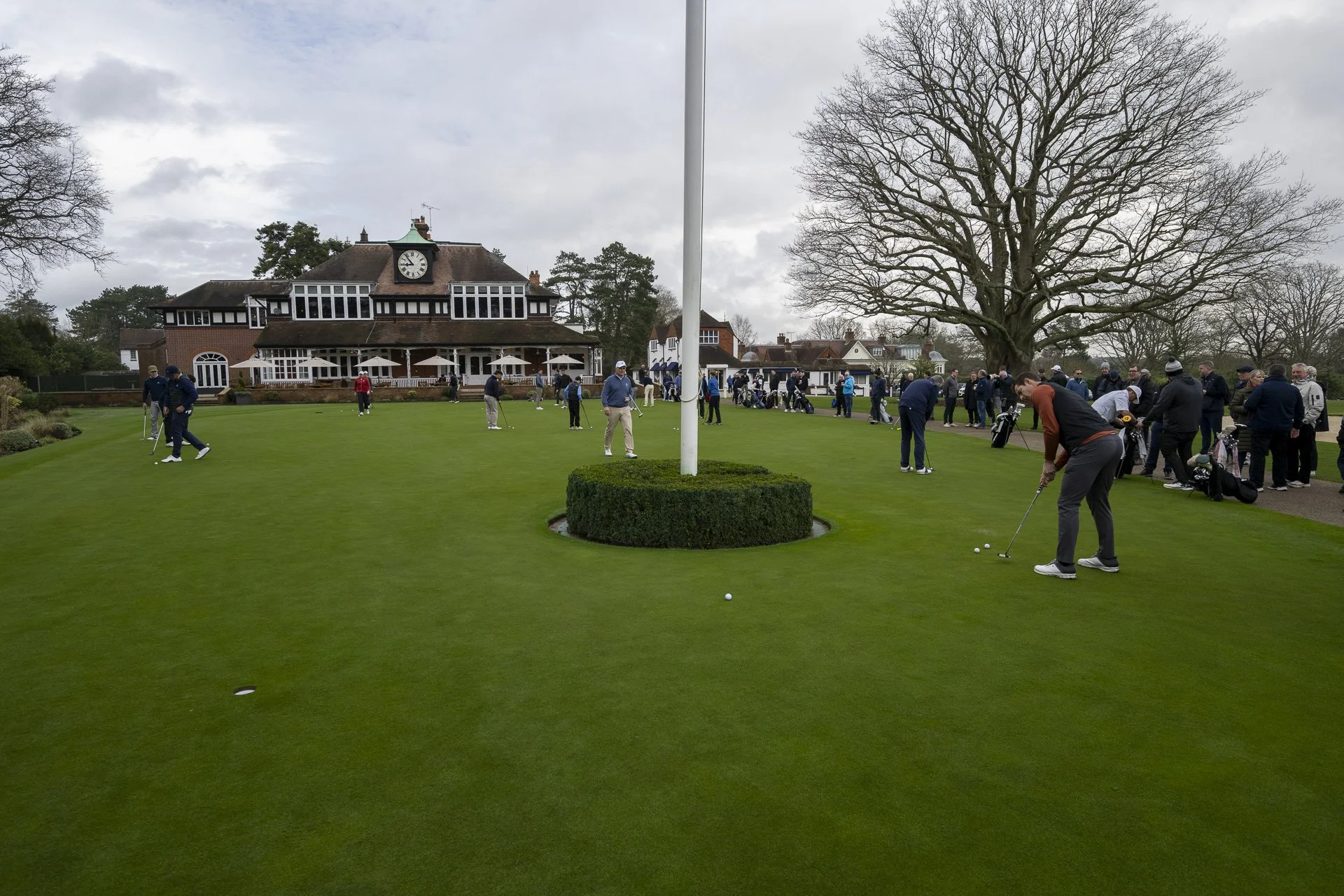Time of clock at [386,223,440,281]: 8:53
